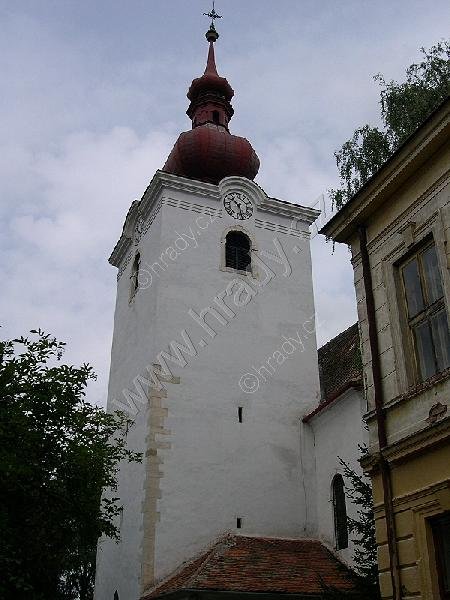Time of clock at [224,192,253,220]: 10:28
